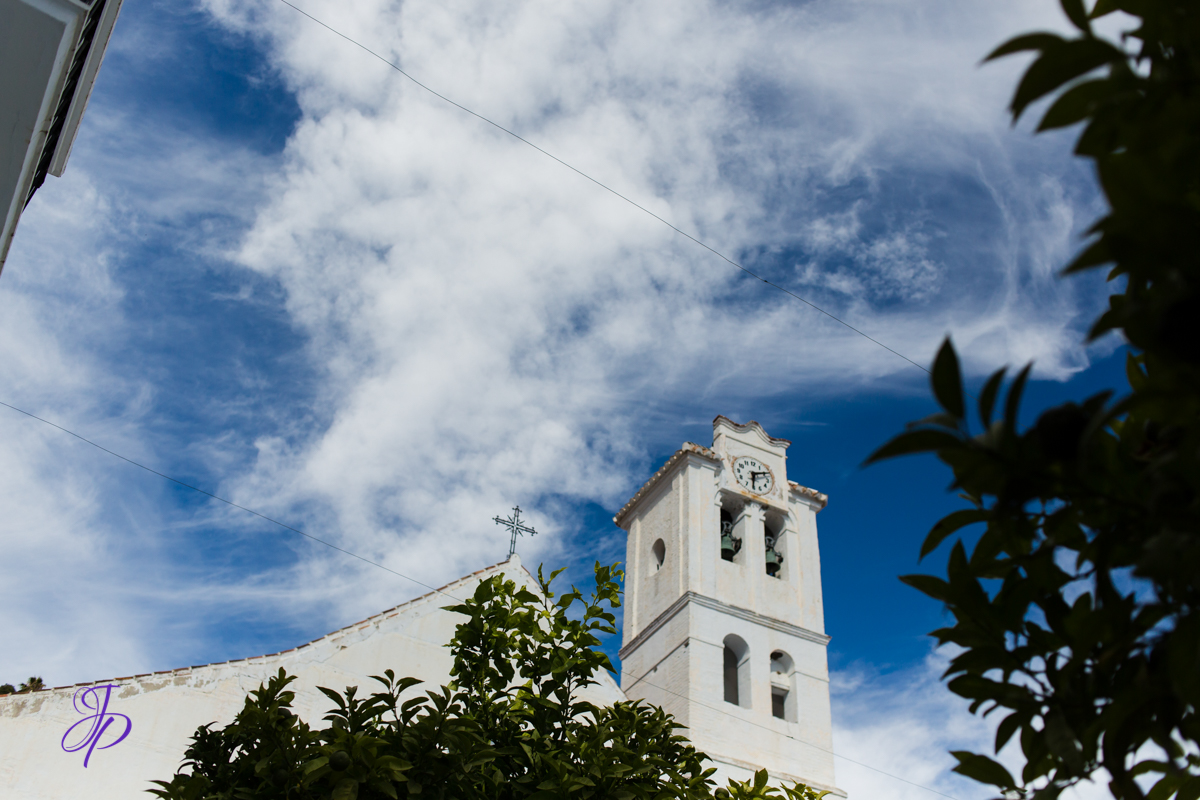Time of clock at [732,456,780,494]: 6:10
